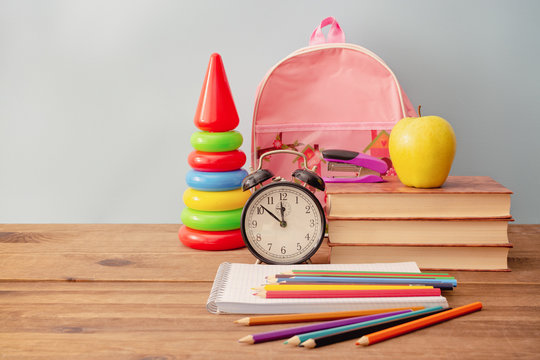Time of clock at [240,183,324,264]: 11:51
